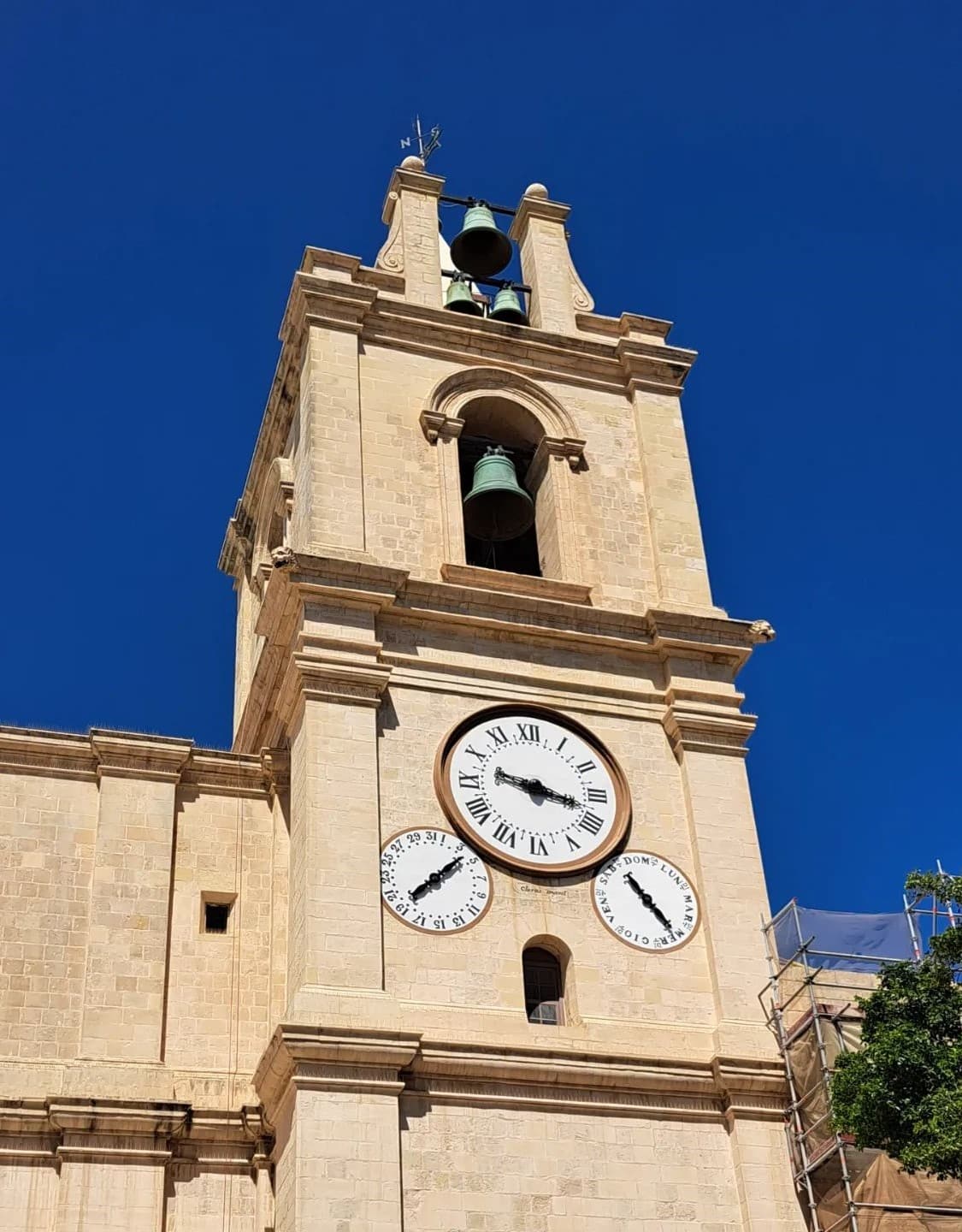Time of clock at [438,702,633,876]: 9:17
